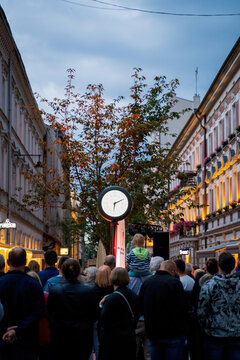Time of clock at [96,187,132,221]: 6:10
